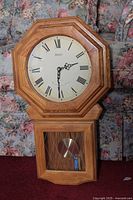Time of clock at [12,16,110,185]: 2:30
